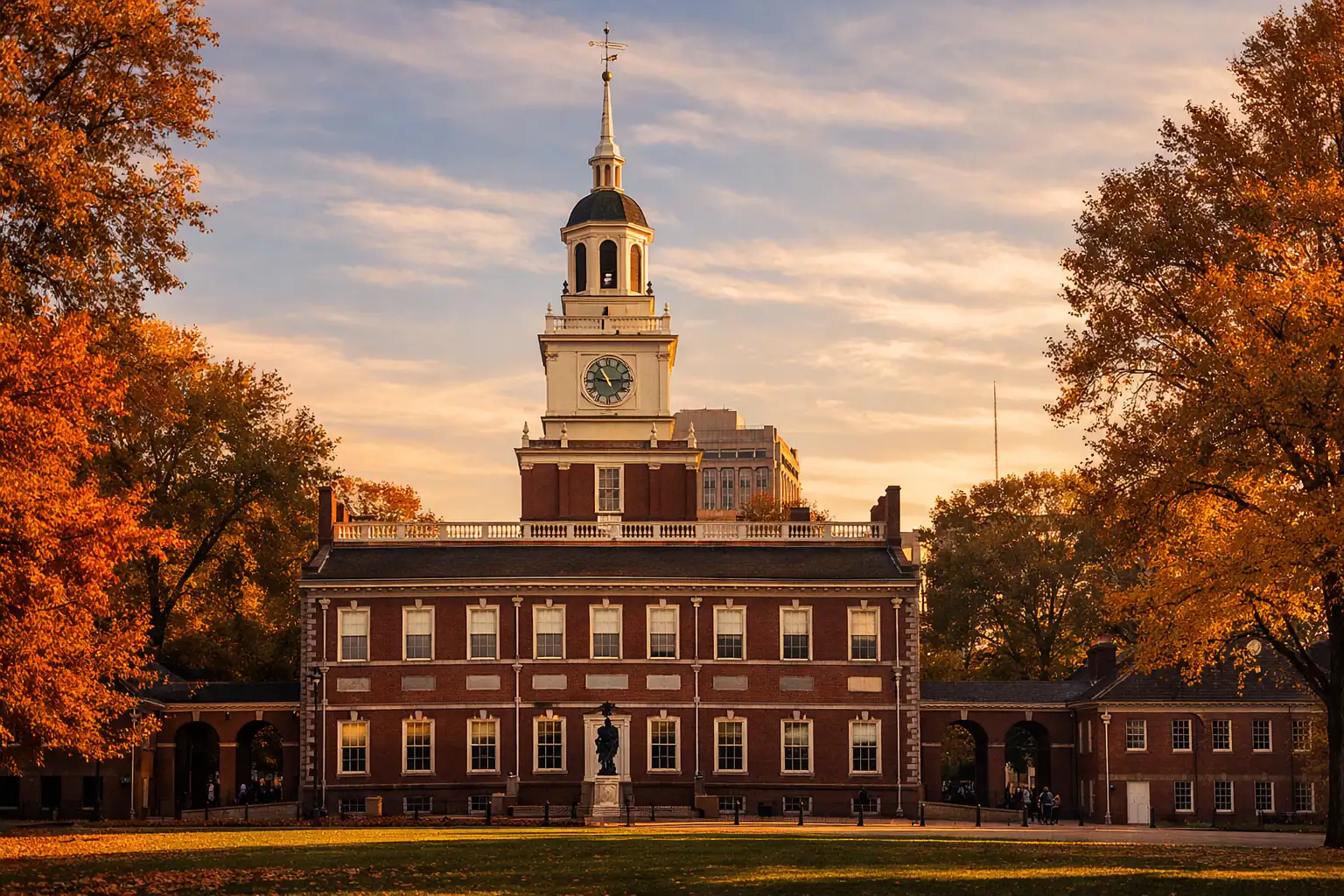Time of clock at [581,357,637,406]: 9:14
